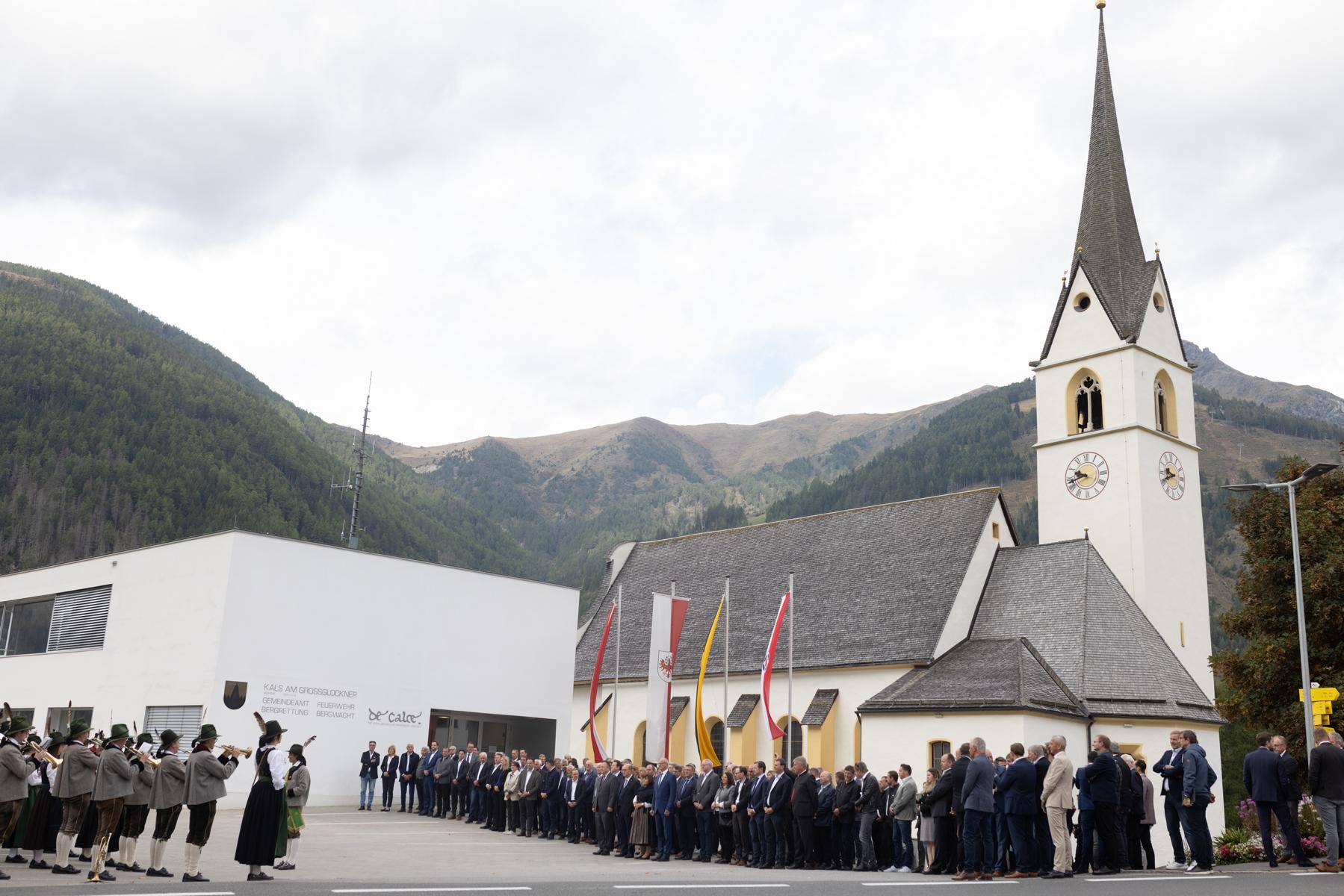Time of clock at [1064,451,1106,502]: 9:42
